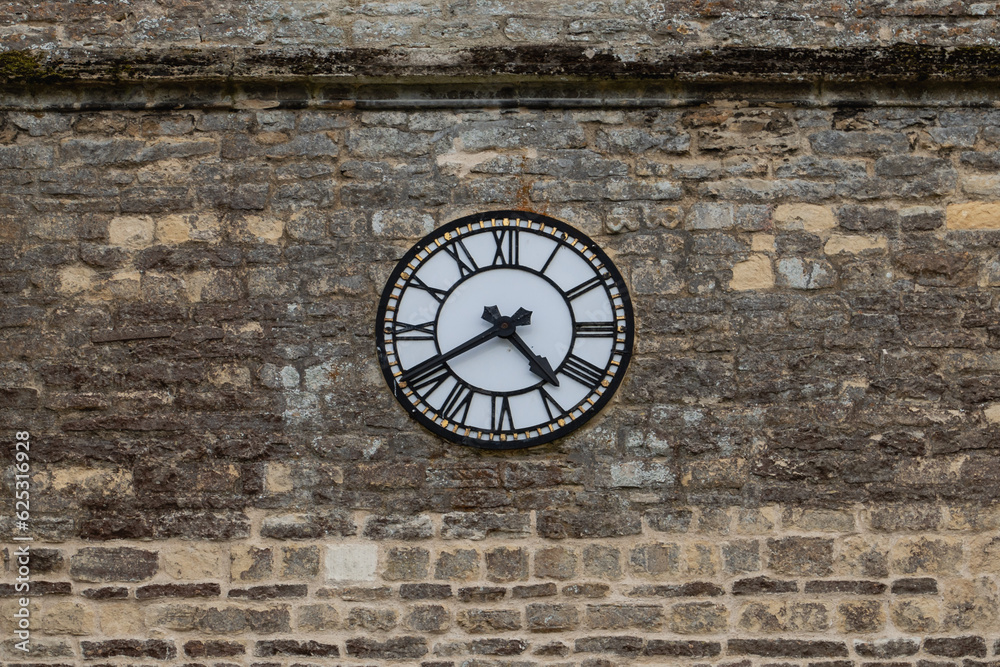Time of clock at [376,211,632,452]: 4:40
